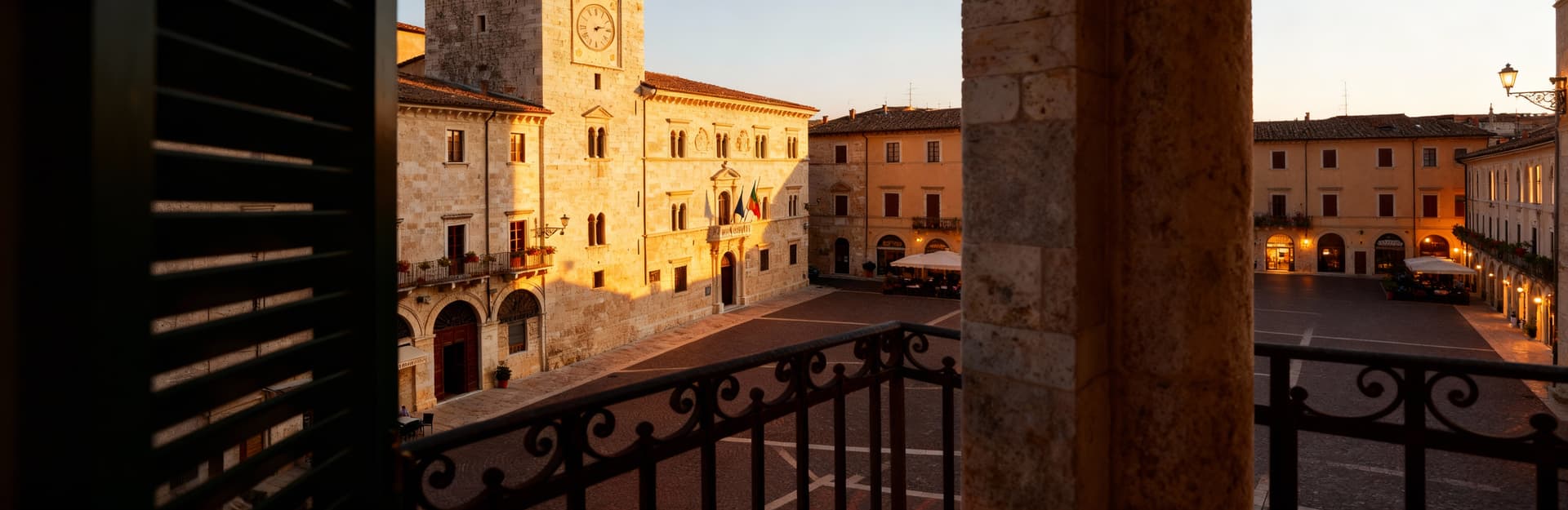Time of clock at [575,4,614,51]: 2:12
